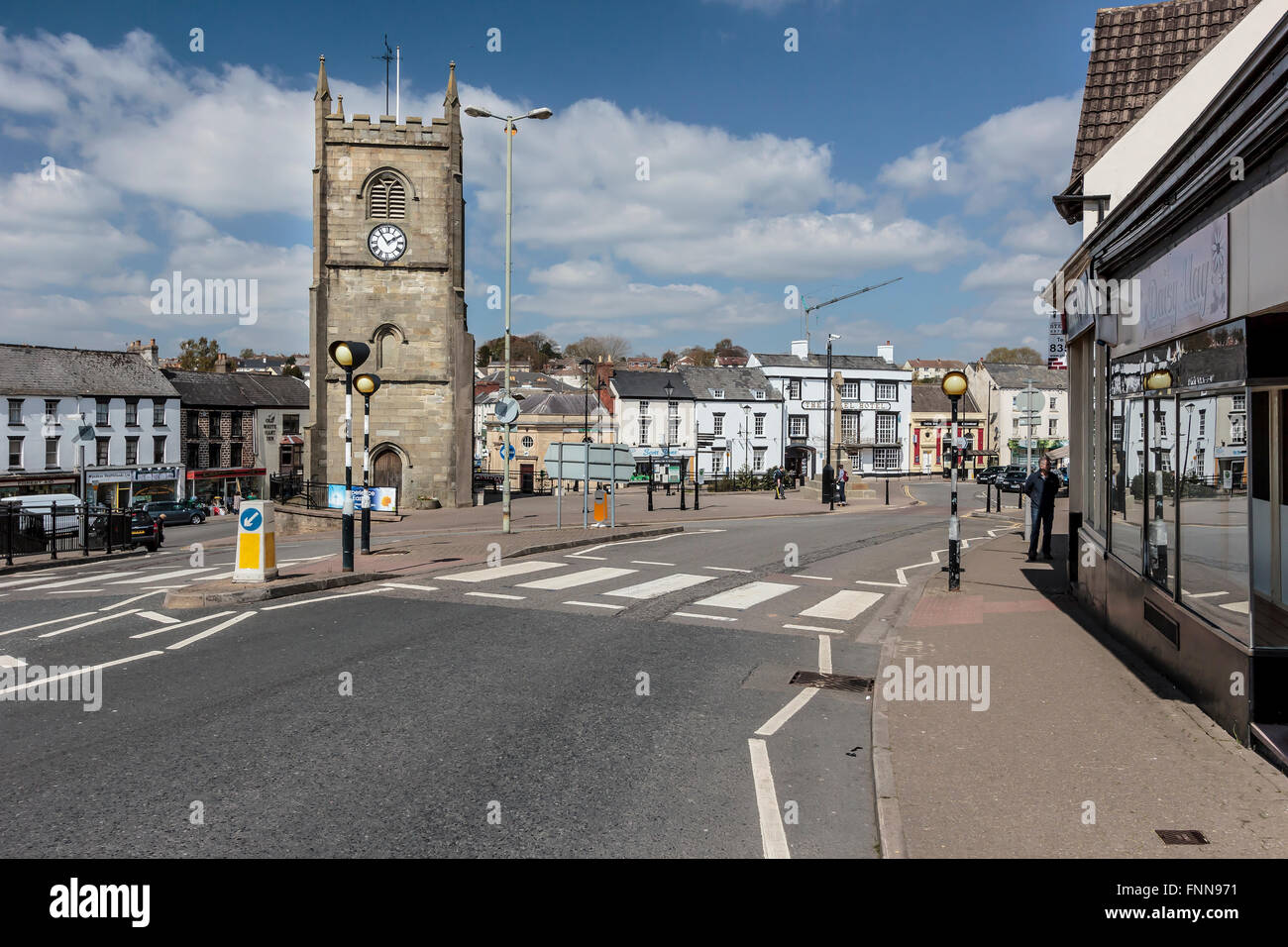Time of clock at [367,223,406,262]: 1:53
